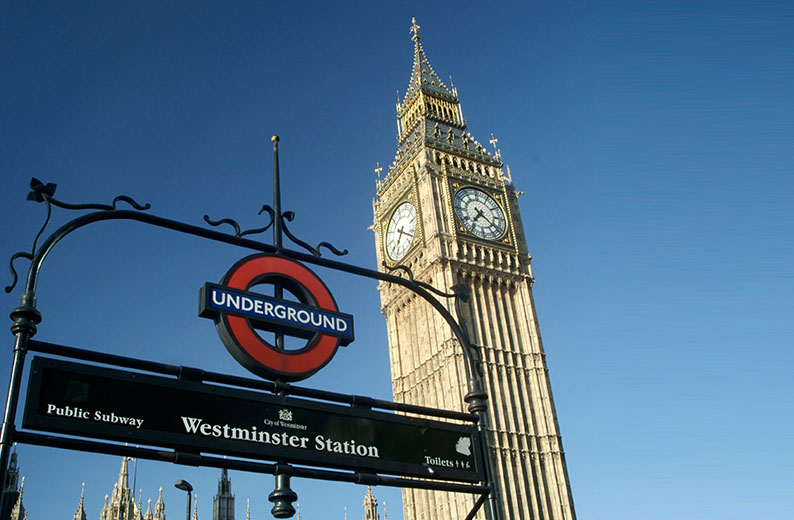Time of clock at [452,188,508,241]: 7:21
